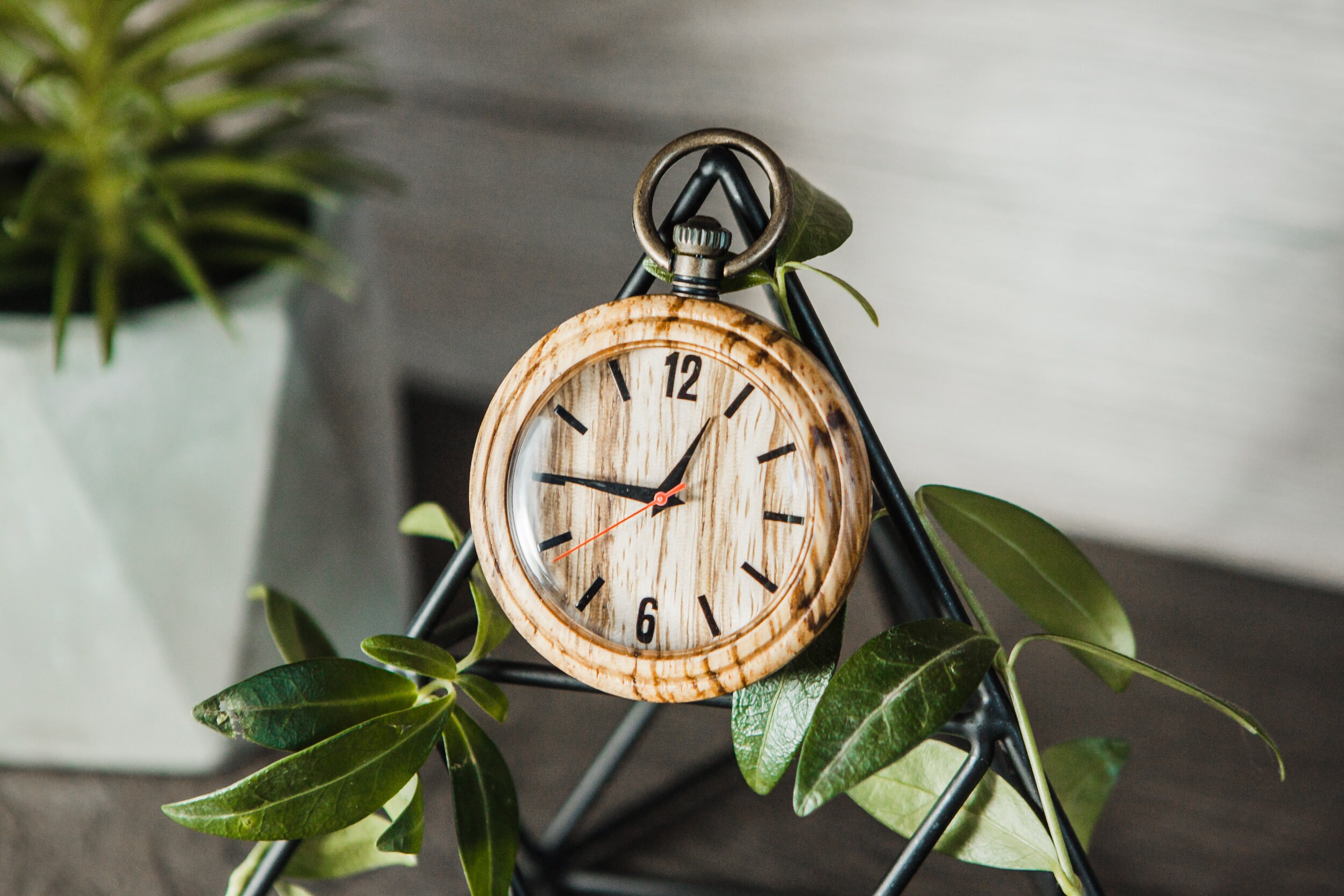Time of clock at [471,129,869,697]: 12:45
